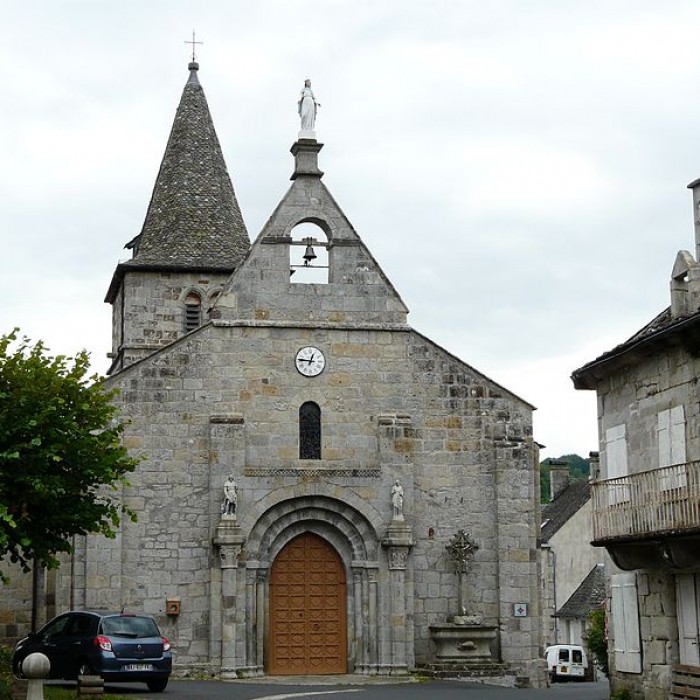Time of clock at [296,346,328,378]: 12:46
